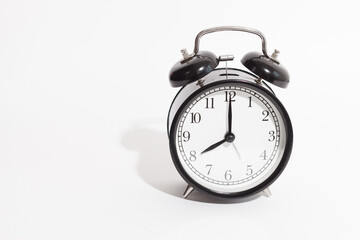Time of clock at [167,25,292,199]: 8:00
